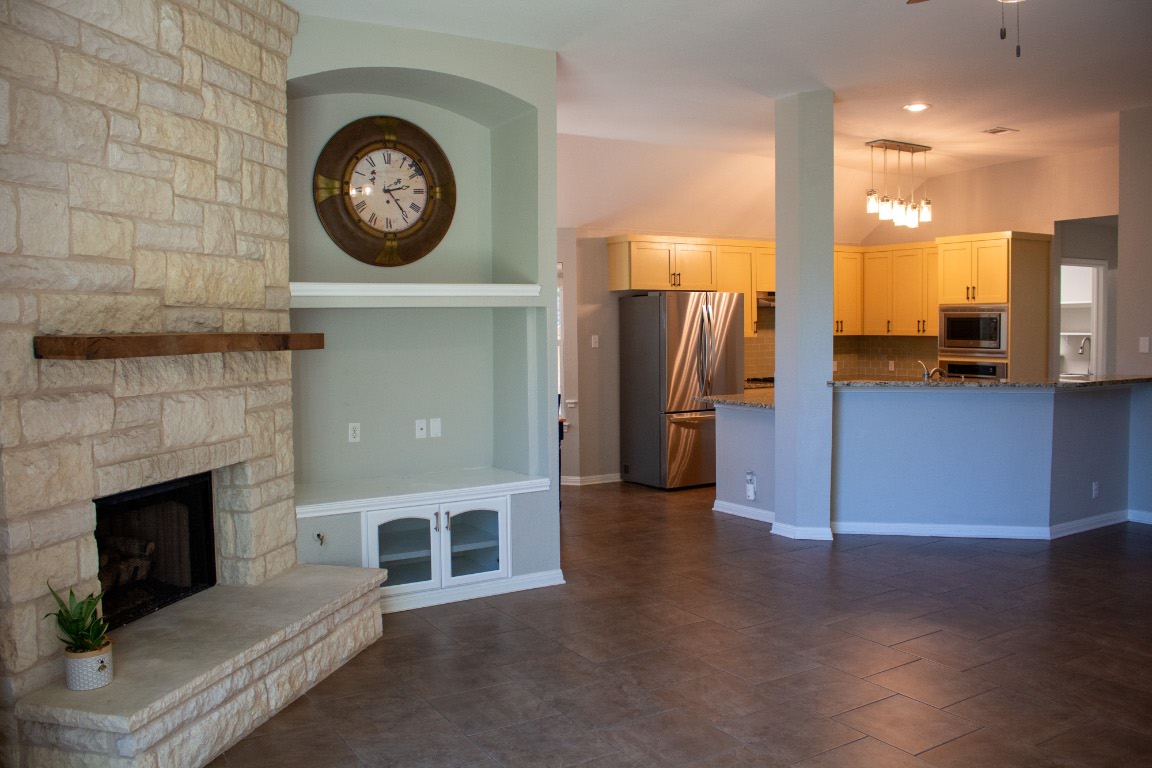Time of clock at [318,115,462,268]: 2:23
